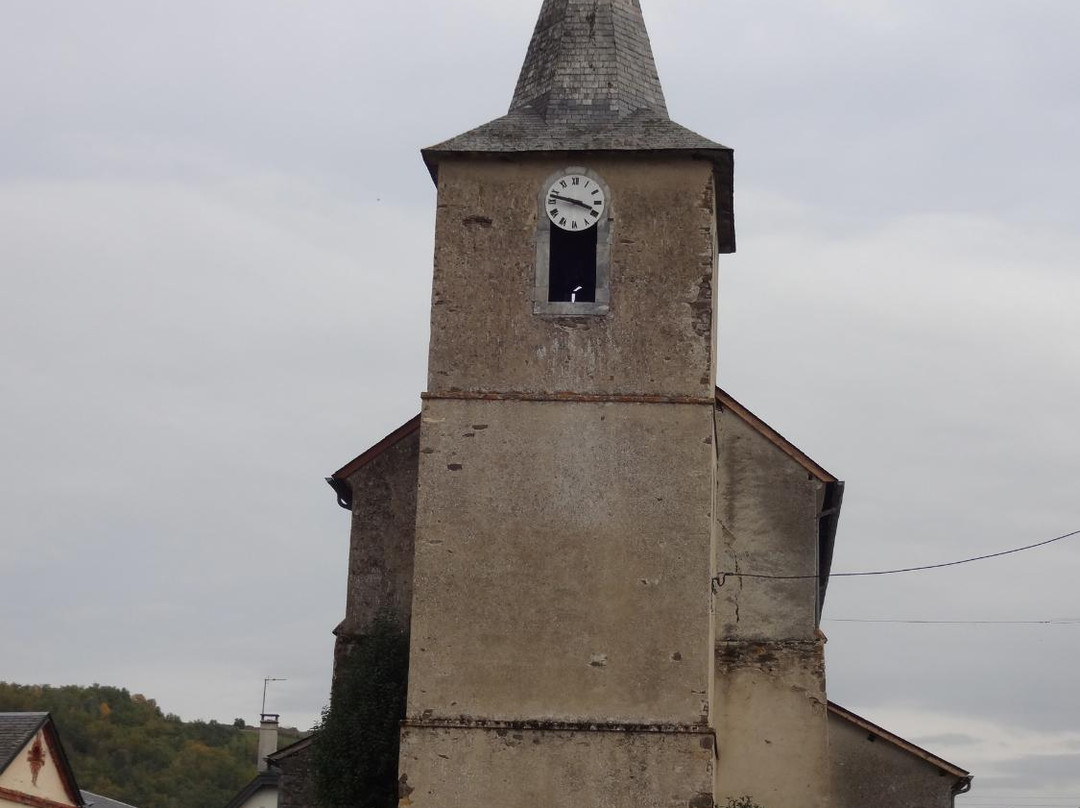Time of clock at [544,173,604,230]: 3:47
